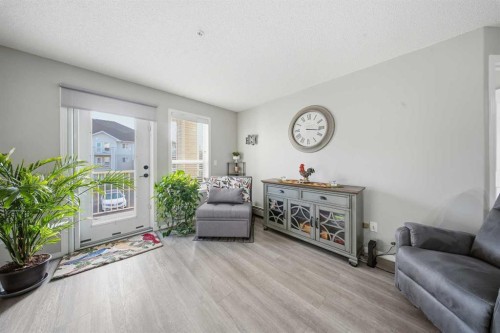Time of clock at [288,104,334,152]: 3:16
